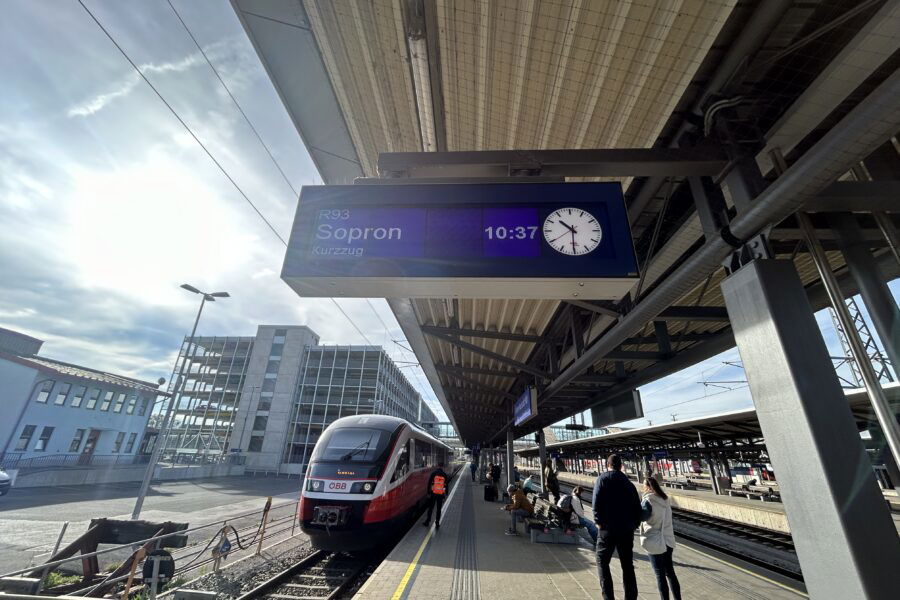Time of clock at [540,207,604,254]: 10:30
